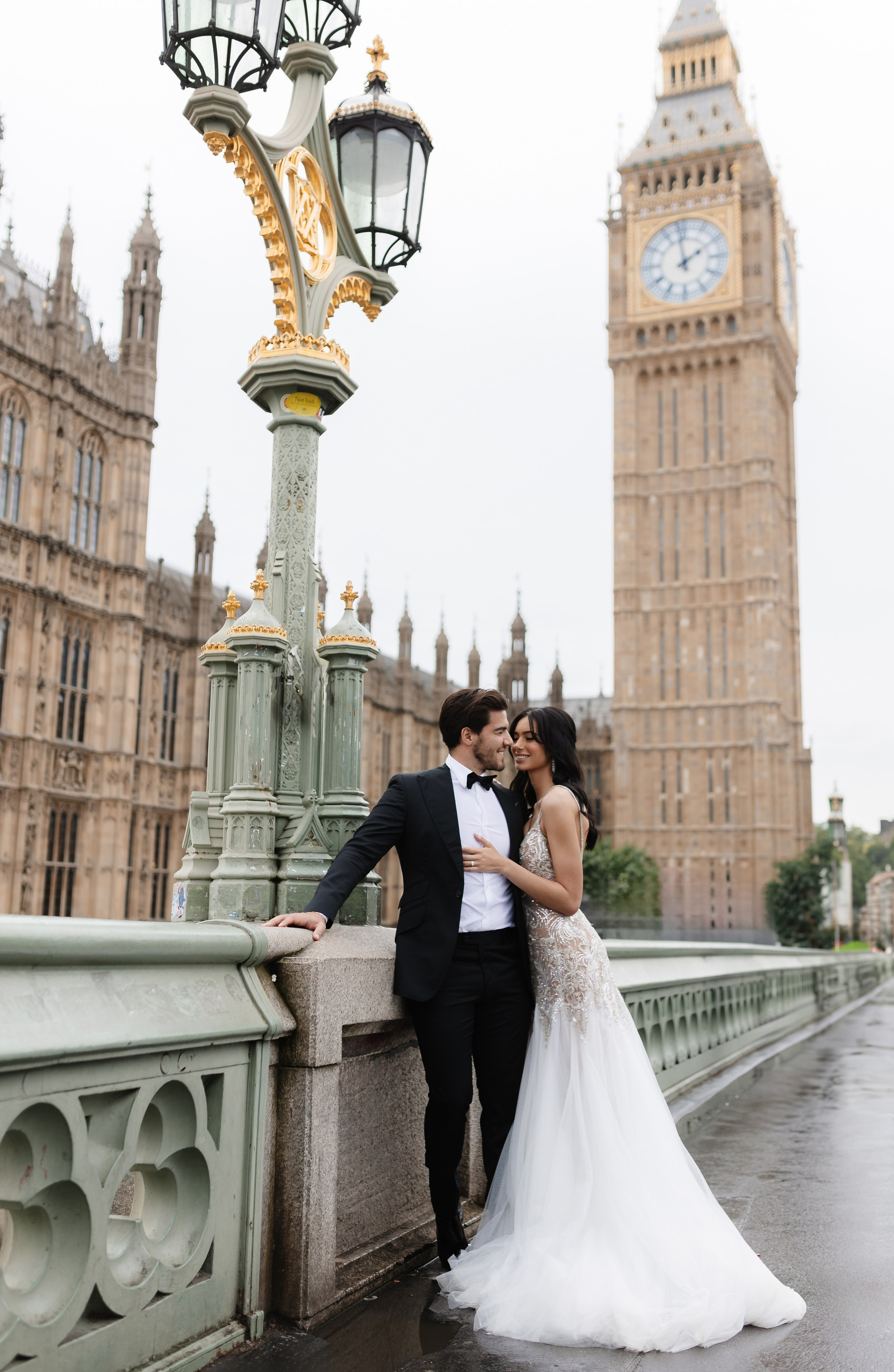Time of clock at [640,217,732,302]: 1:58
